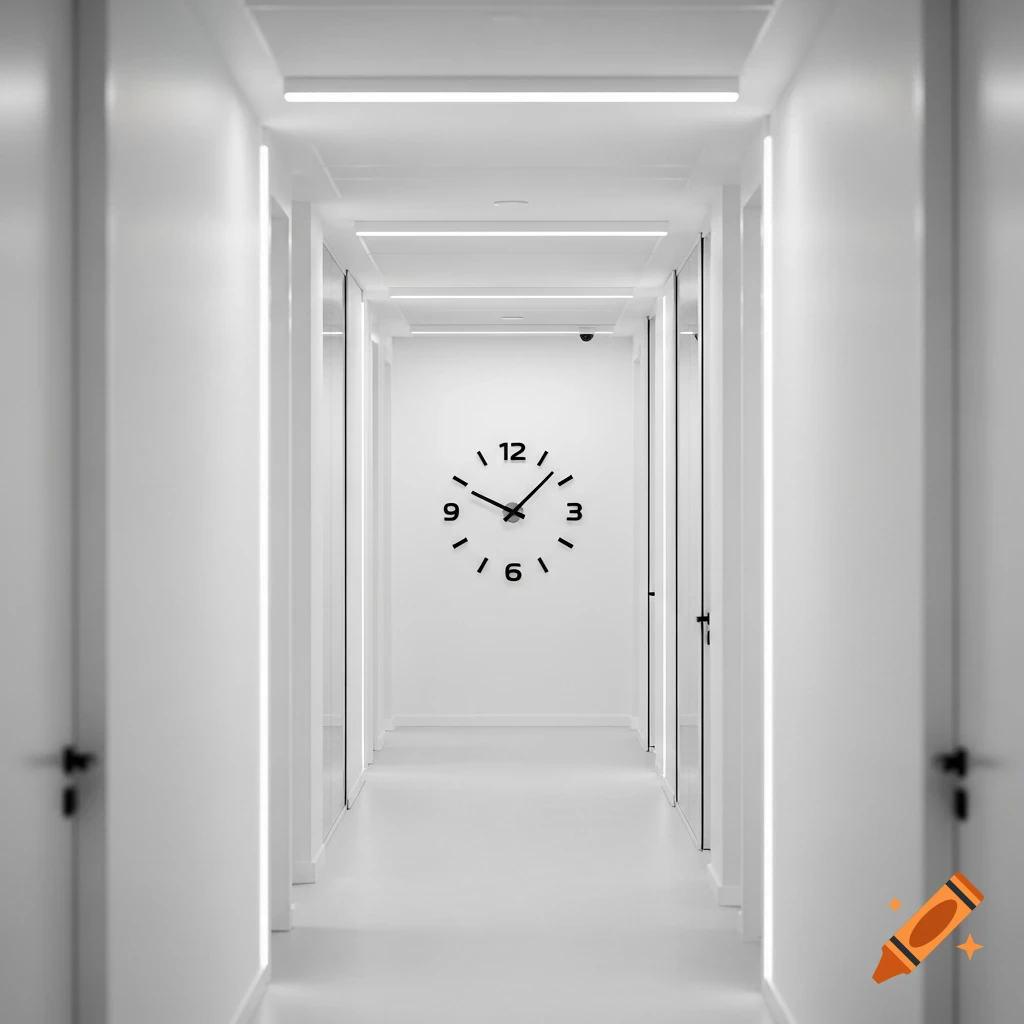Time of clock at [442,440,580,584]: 10:07
